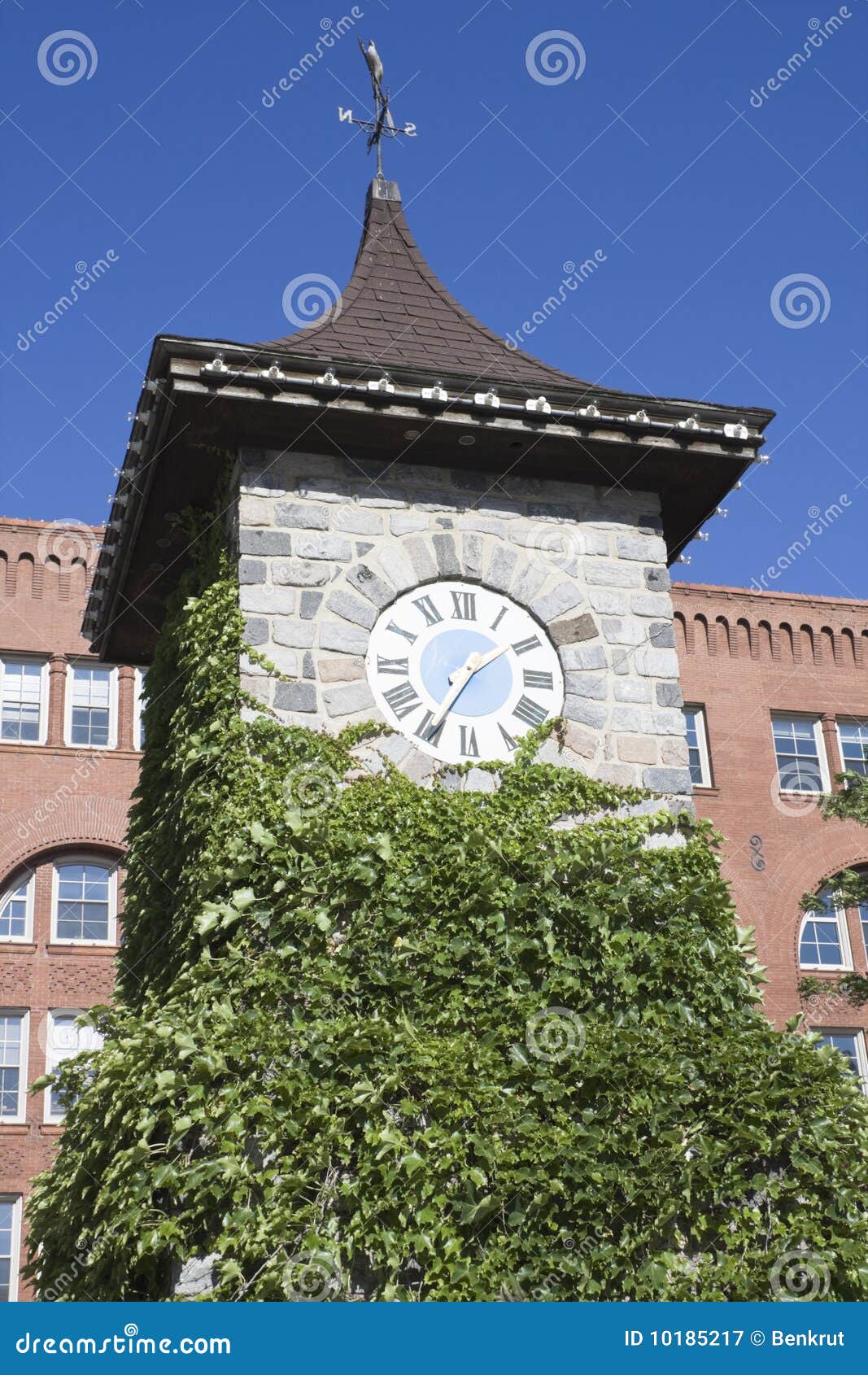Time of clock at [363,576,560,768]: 1:34
